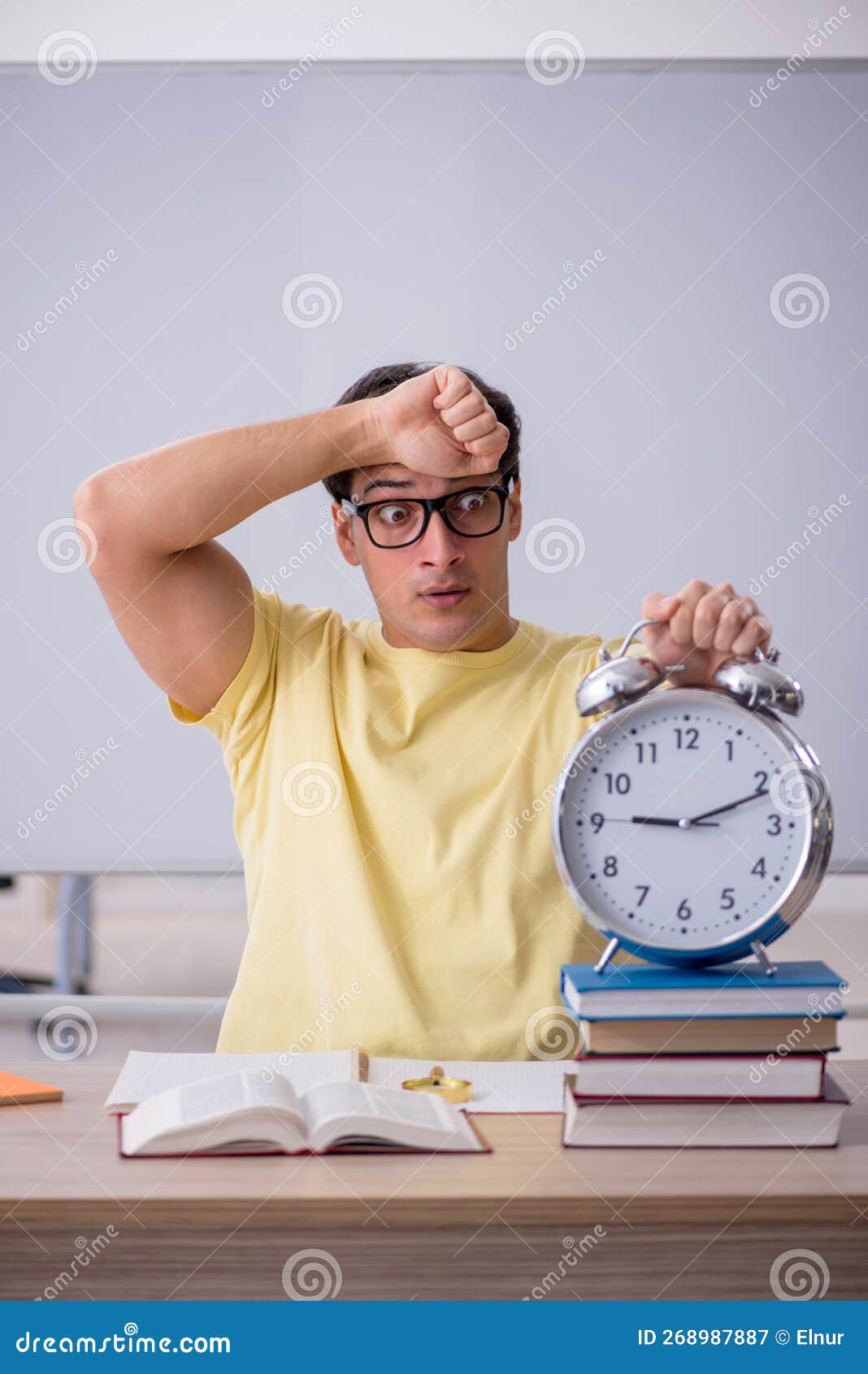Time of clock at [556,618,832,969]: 9:11
